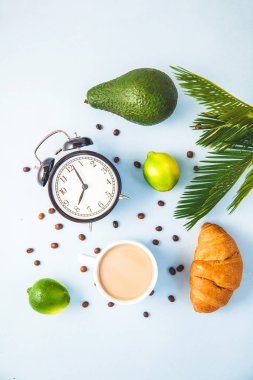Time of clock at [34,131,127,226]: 6:56
